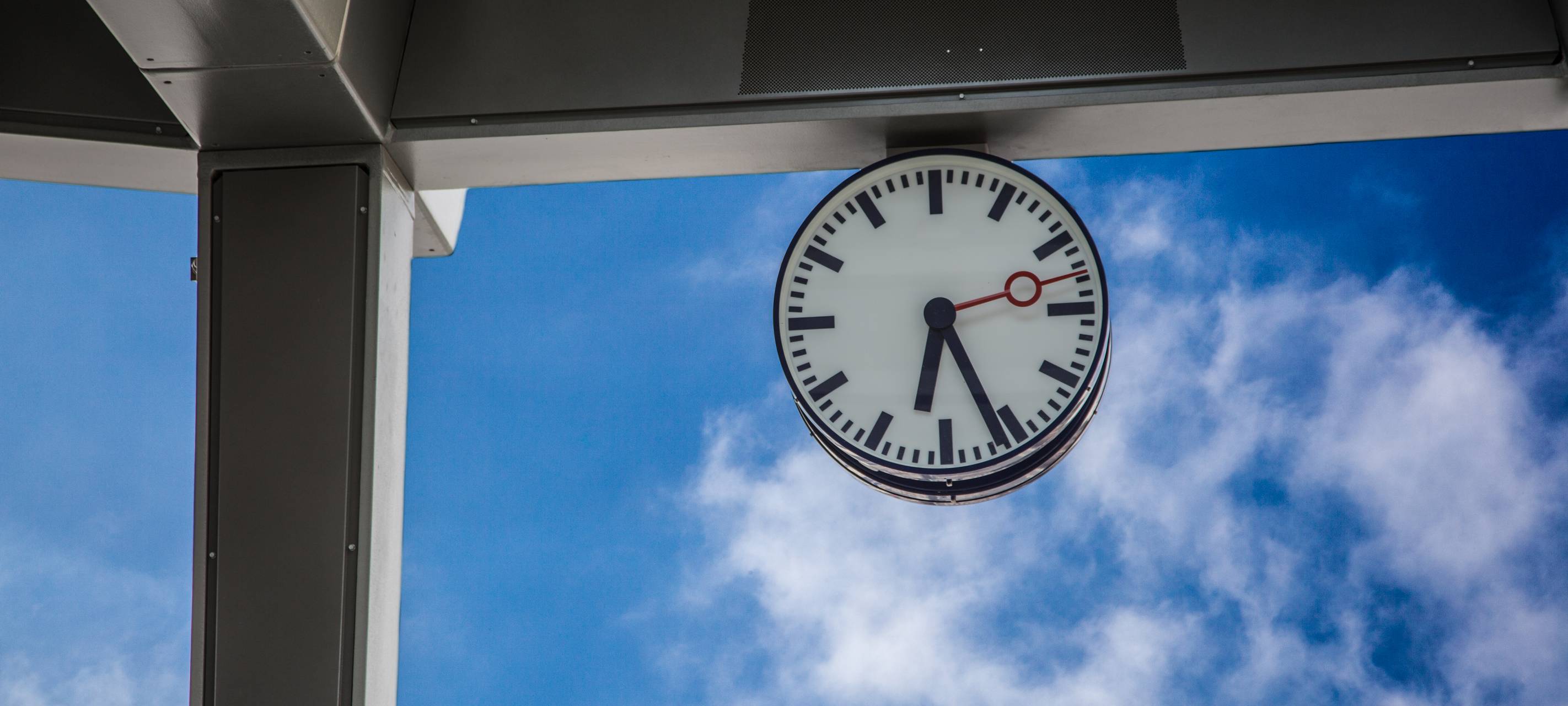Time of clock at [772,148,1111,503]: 6:26
